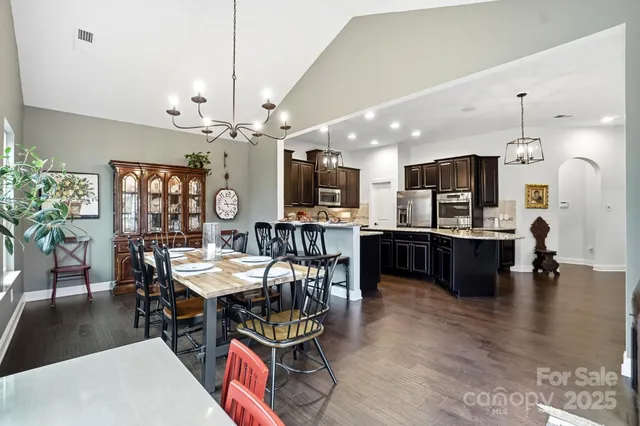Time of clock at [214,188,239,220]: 11:13
